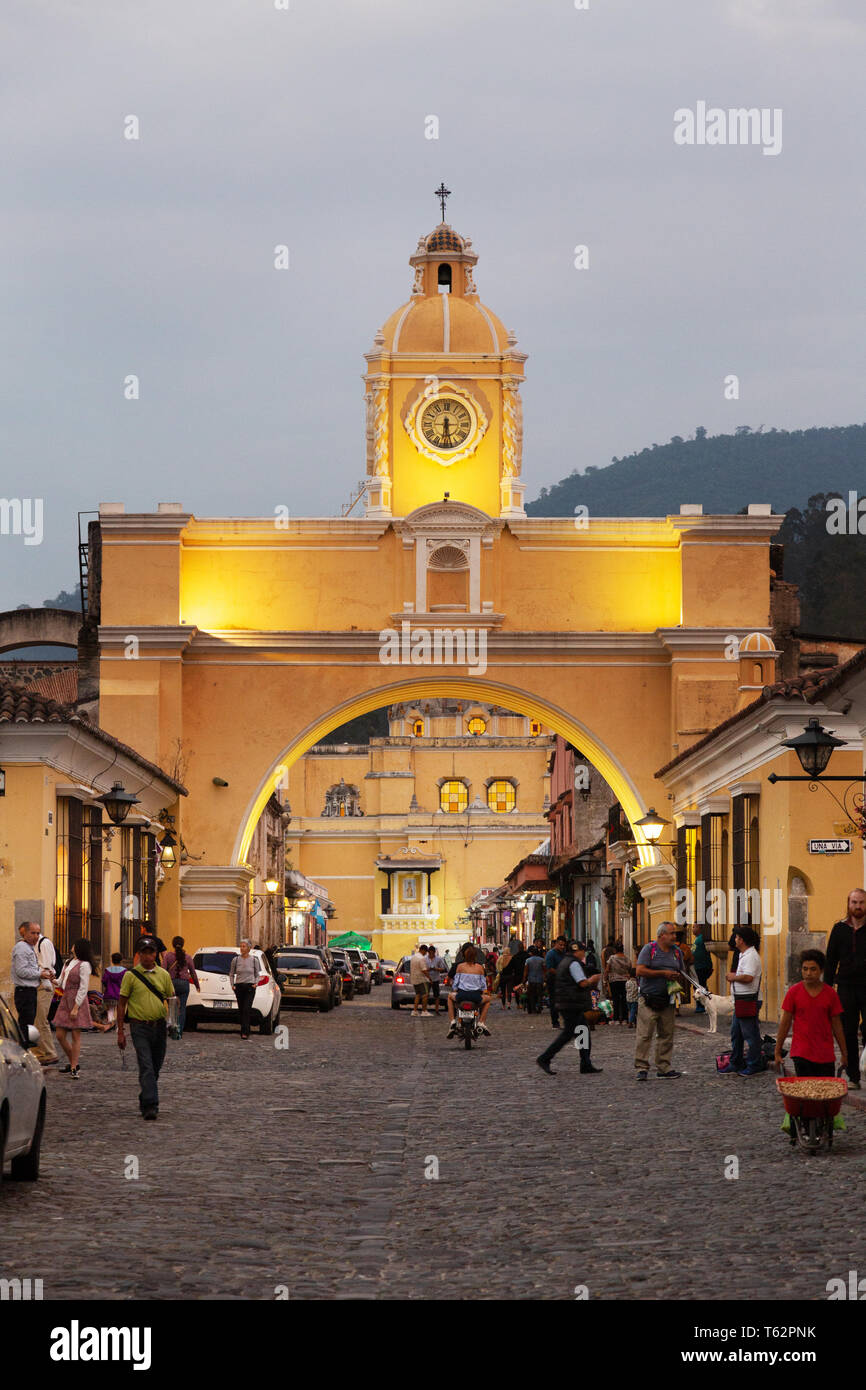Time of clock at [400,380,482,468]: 6:28
